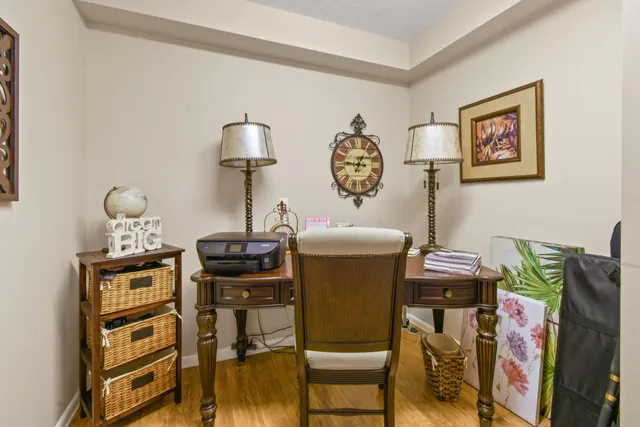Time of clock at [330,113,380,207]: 12:46
